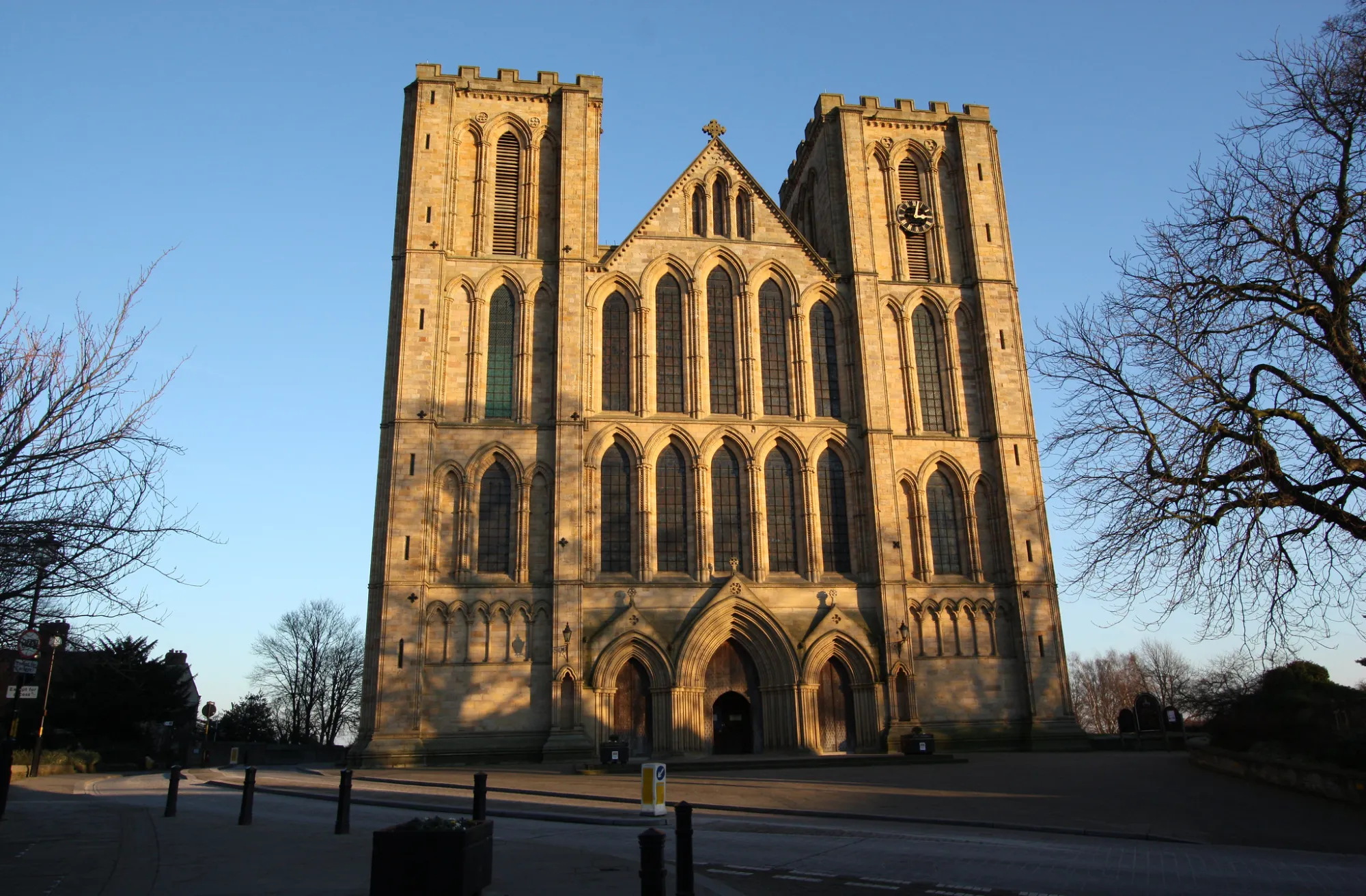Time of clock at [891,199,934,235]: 3:02
